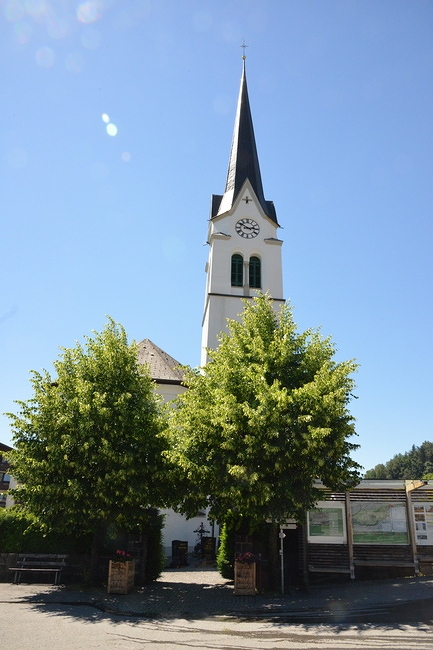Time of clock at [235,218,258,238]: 2:50
